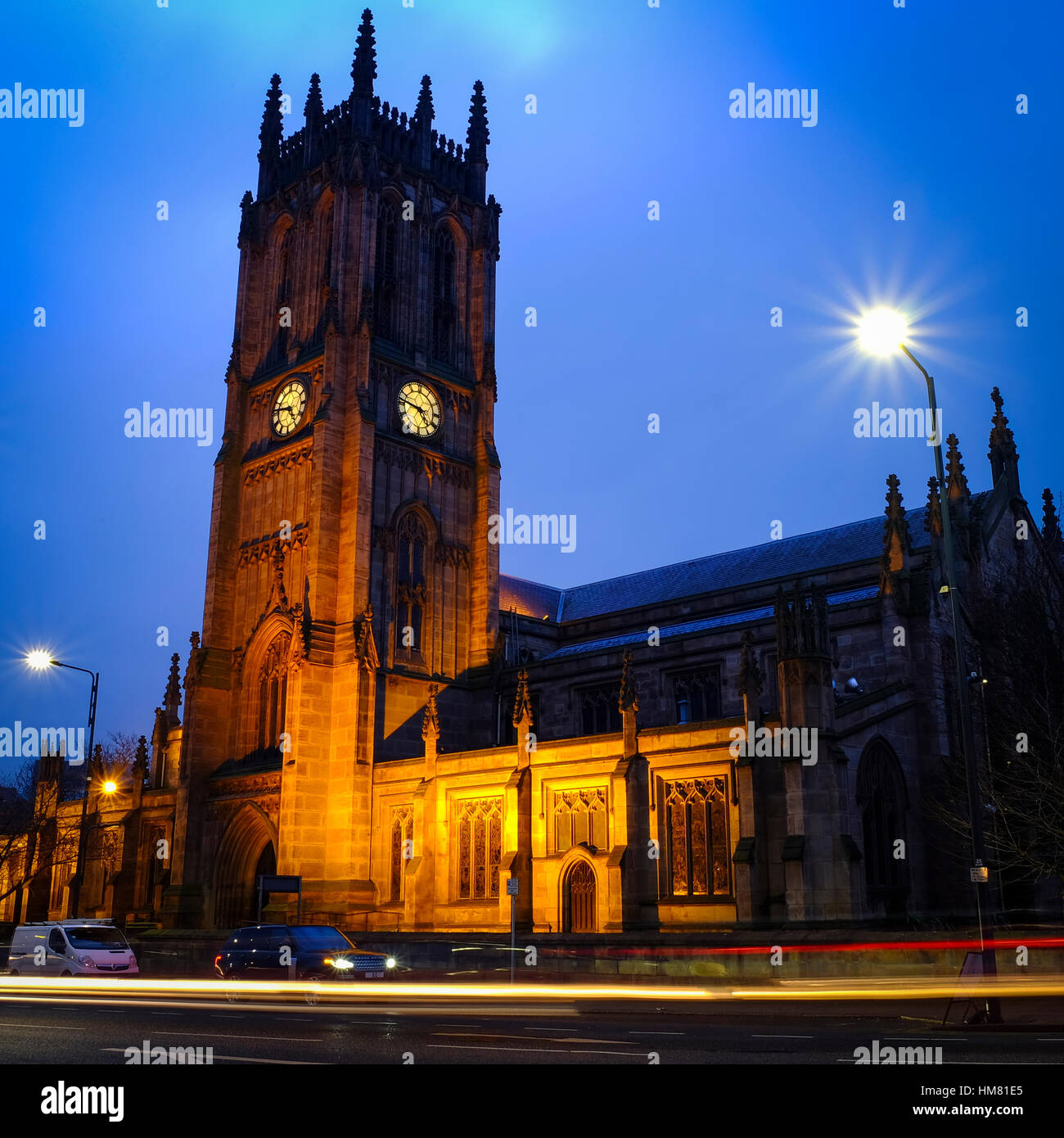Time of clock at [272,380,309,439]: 4:46
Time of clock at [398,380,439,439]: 4:46
